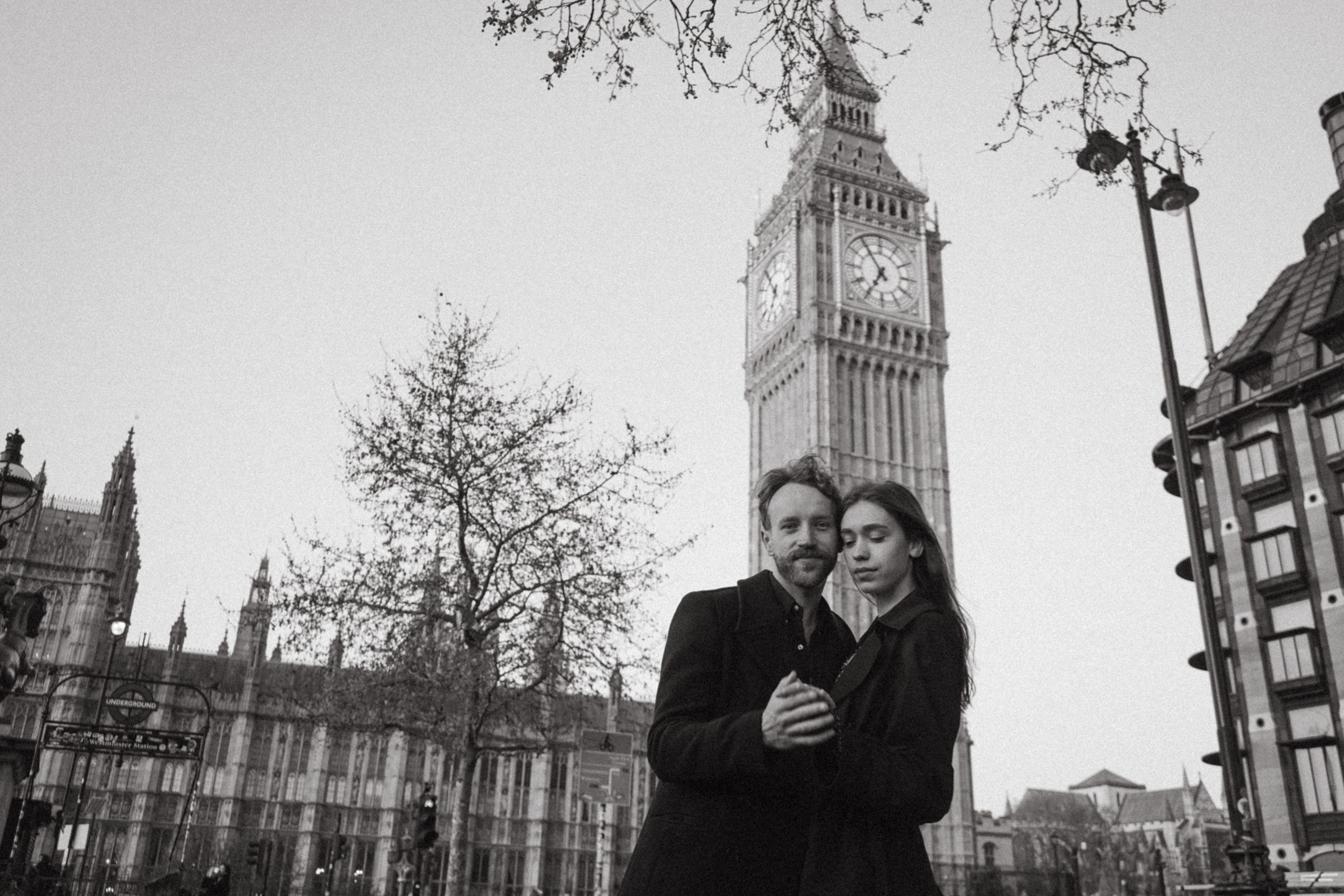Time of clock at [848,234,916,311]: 6:54
